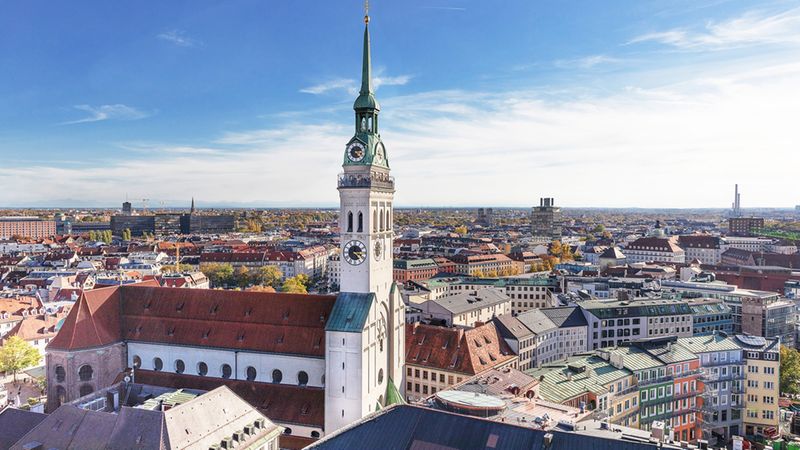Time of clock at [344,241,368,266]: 2:23
